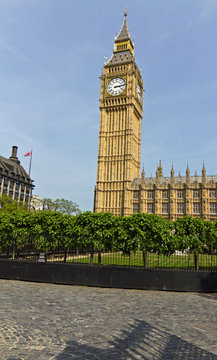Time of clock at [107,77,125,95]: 3:13
